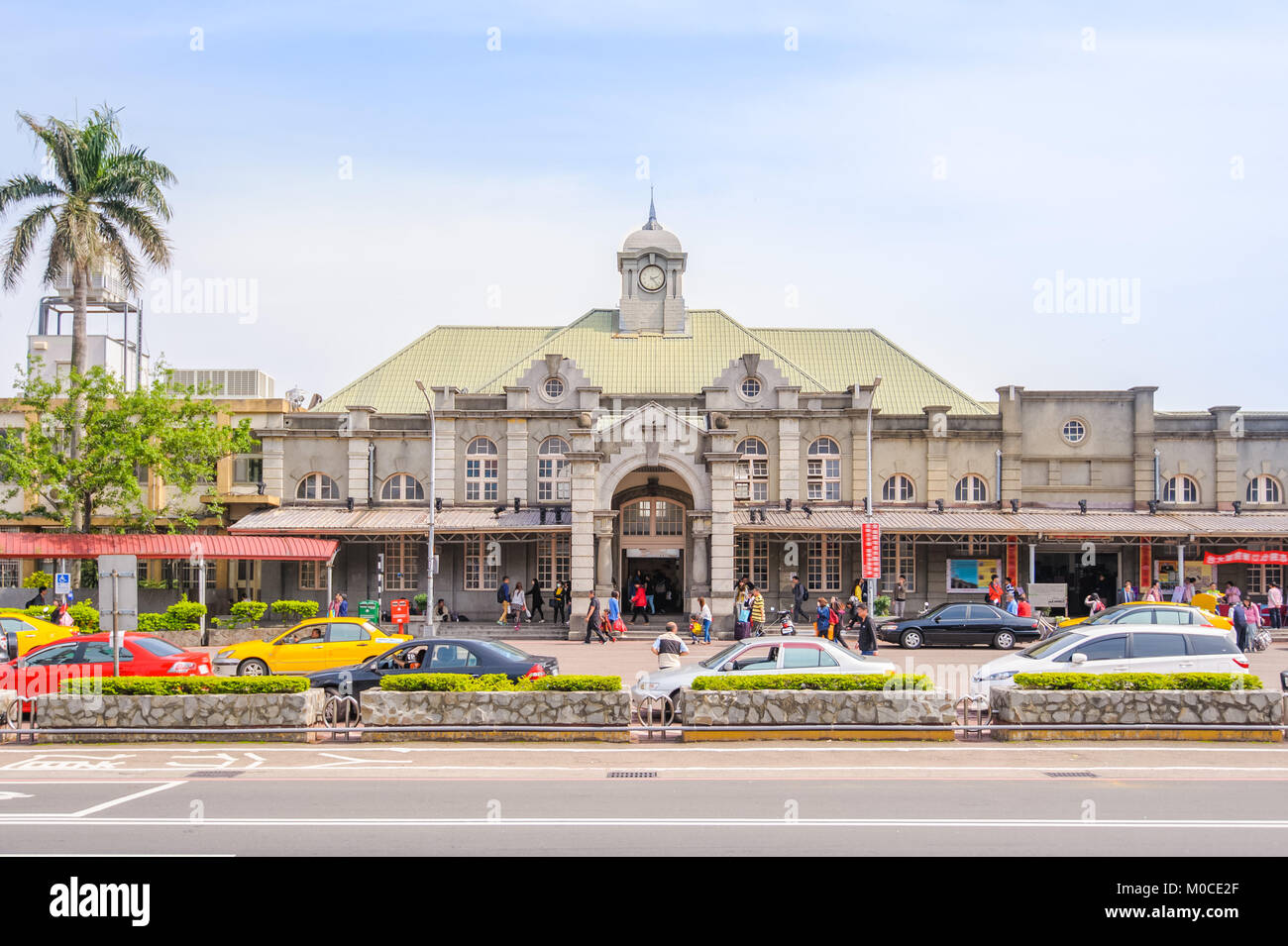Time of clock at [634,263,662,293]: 2:23
